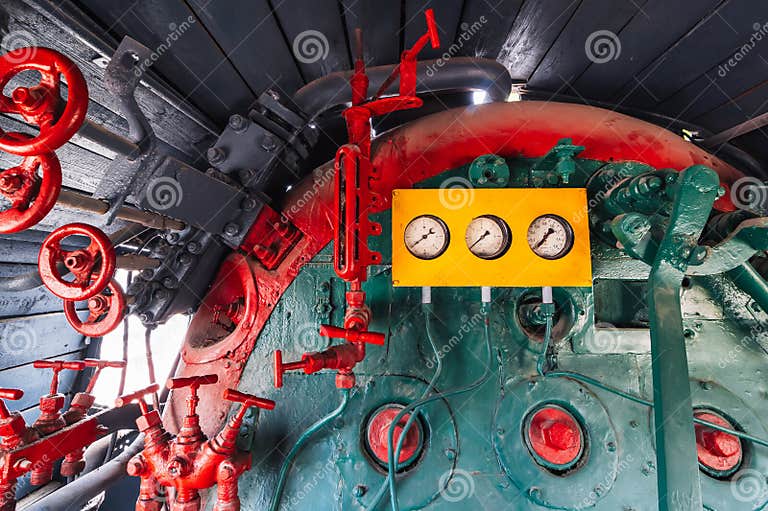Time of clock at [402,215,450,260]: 1:38
